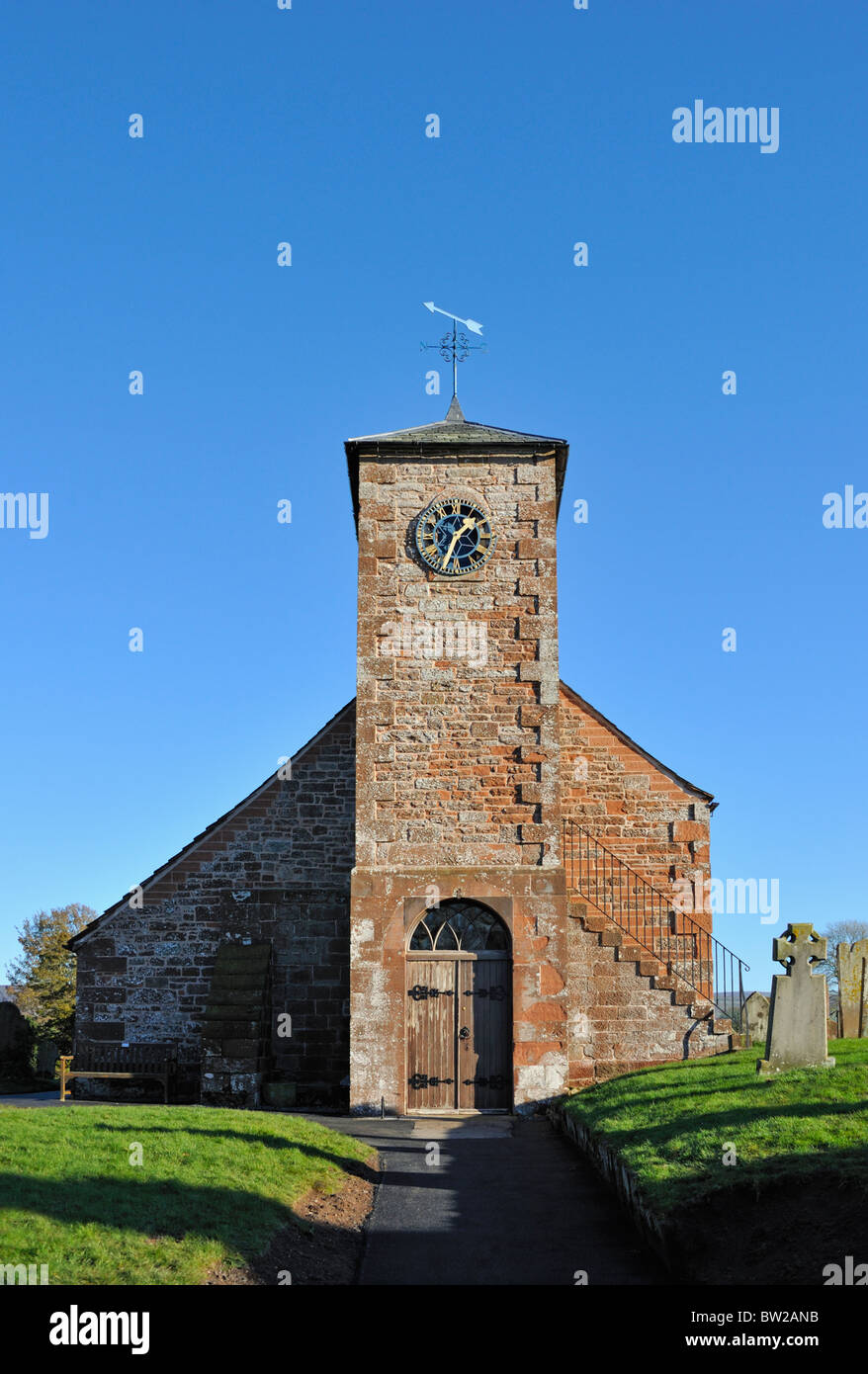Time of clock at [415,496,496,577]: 1:33
